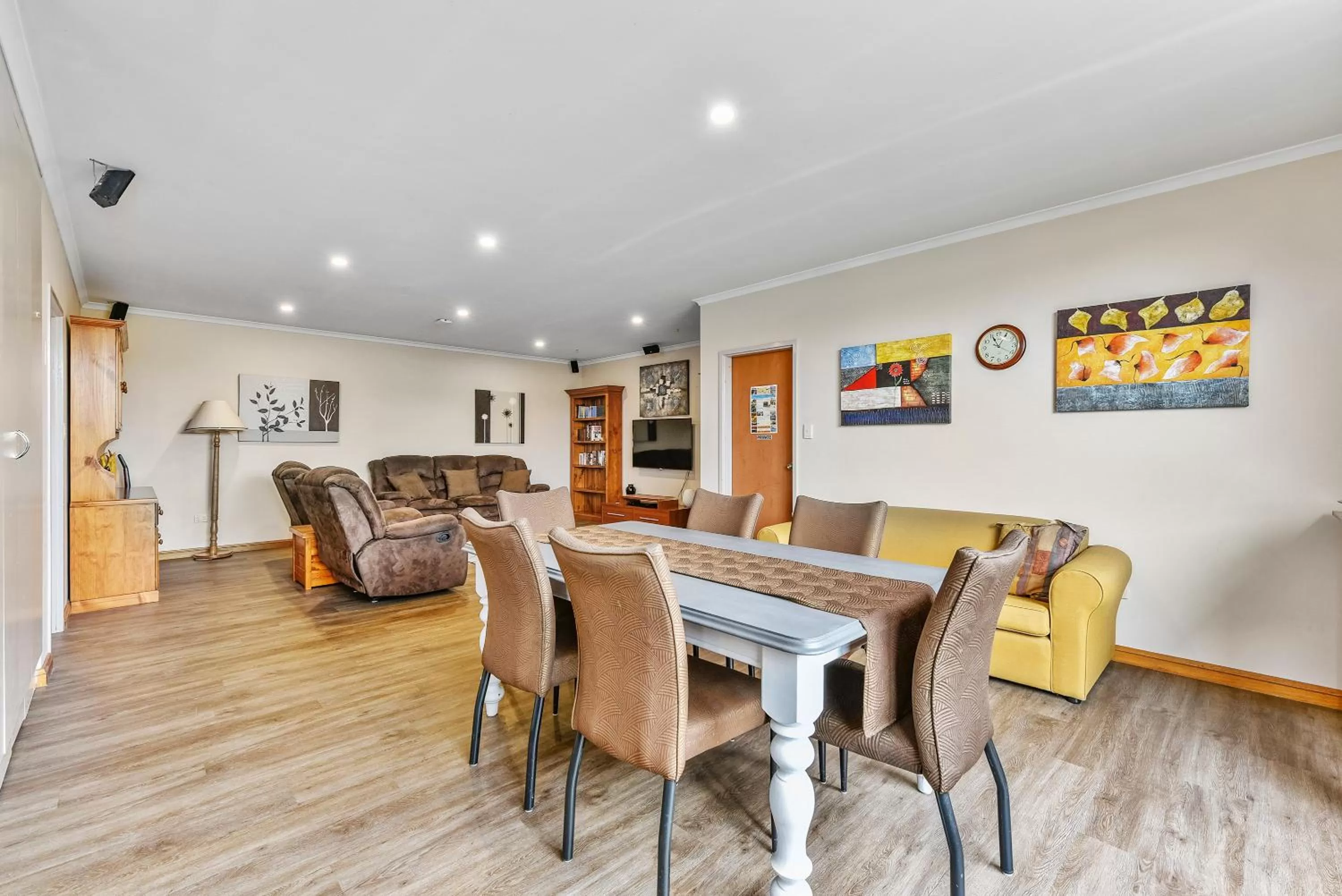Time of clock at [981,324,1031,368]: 11:05
